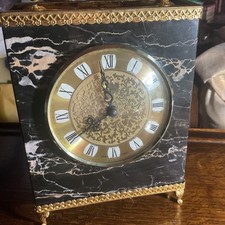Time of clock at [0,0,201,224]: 7:58
